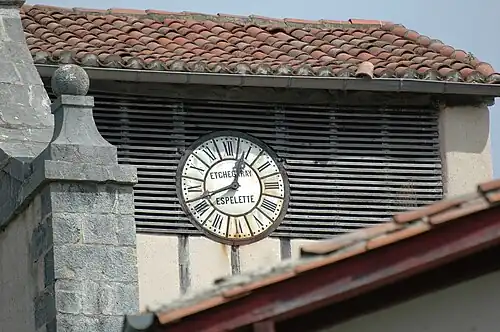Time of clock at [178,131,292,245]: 12:42
